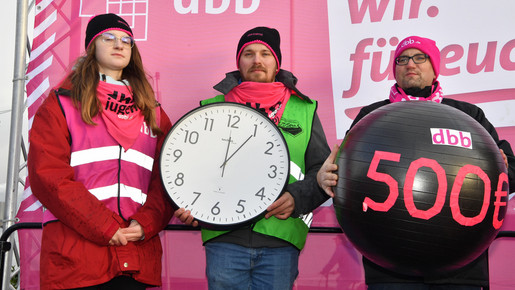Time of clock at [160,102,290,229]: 12:05
